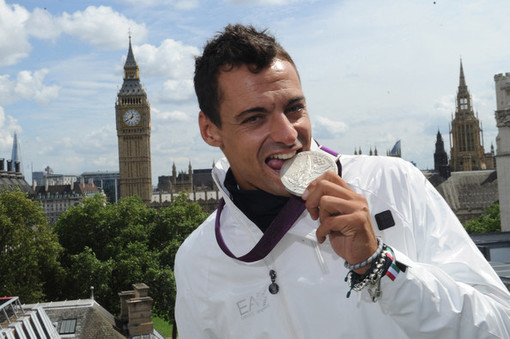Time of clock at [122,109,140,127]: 12:40
